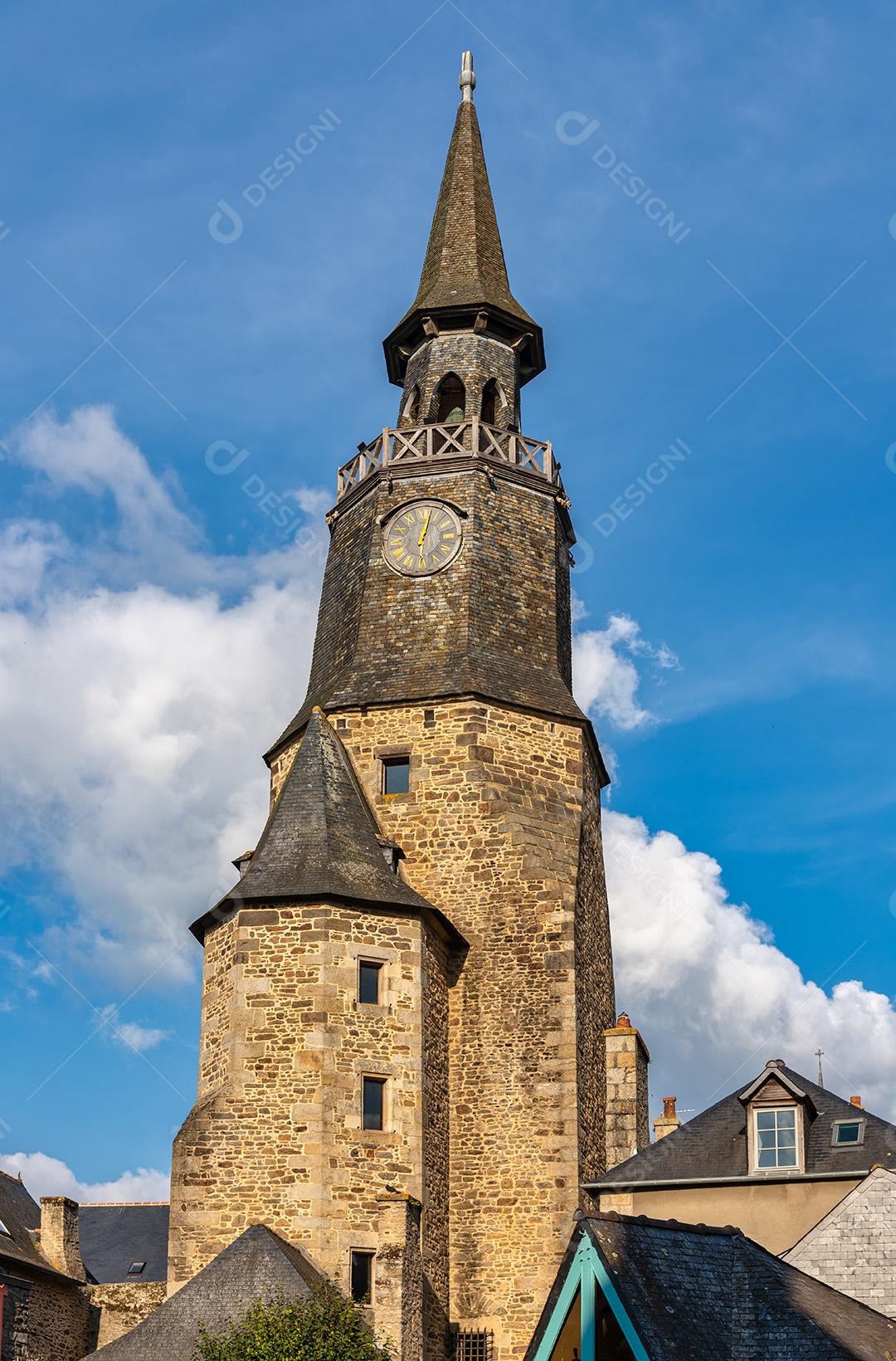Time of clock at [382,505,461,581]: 6:02
